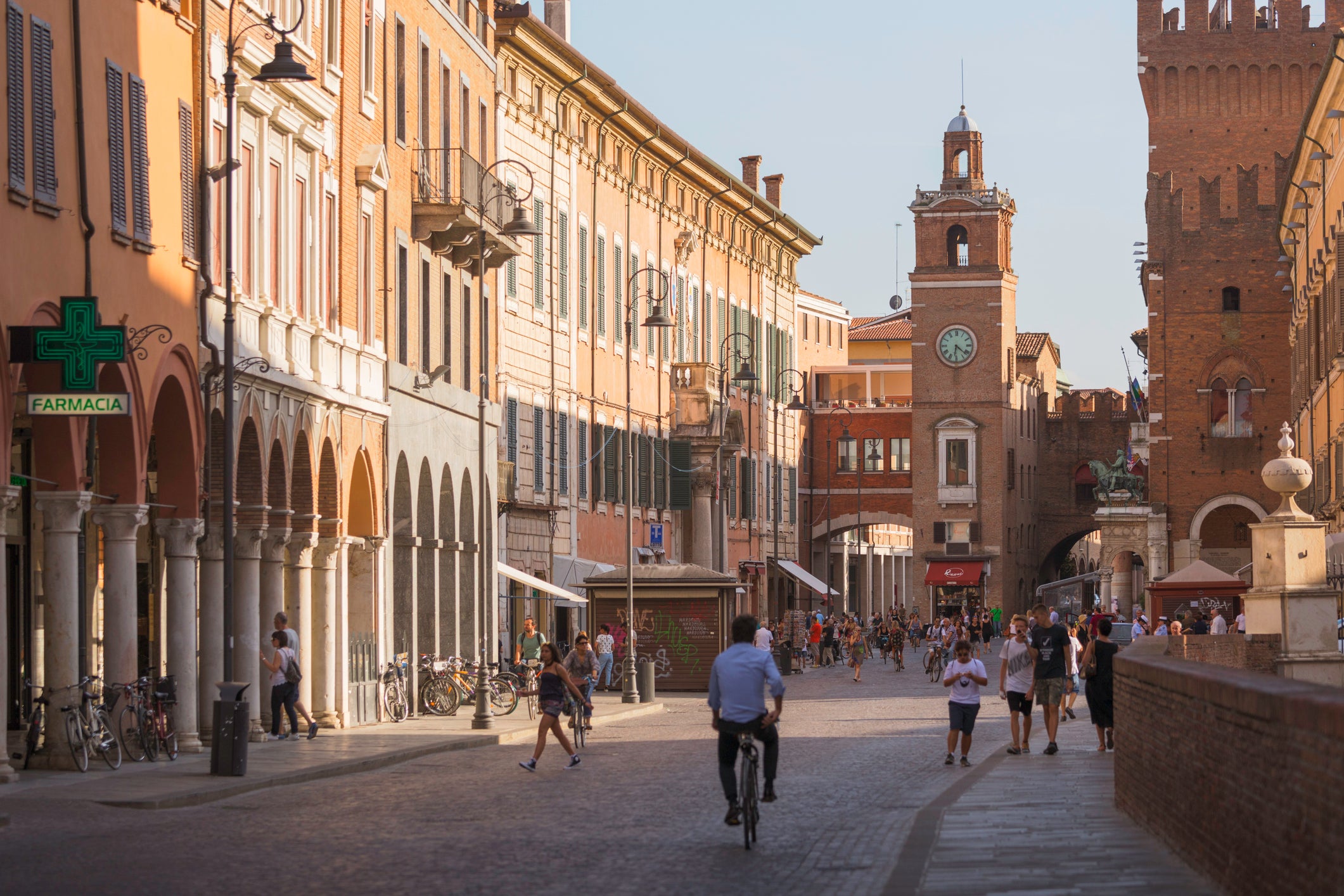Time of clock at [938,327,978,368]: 6:21
